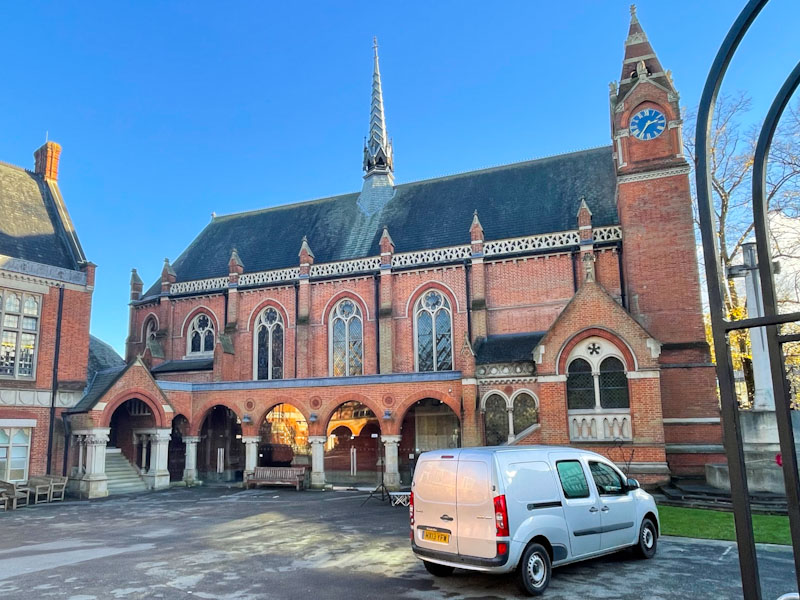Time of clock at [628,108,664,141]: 2:35
